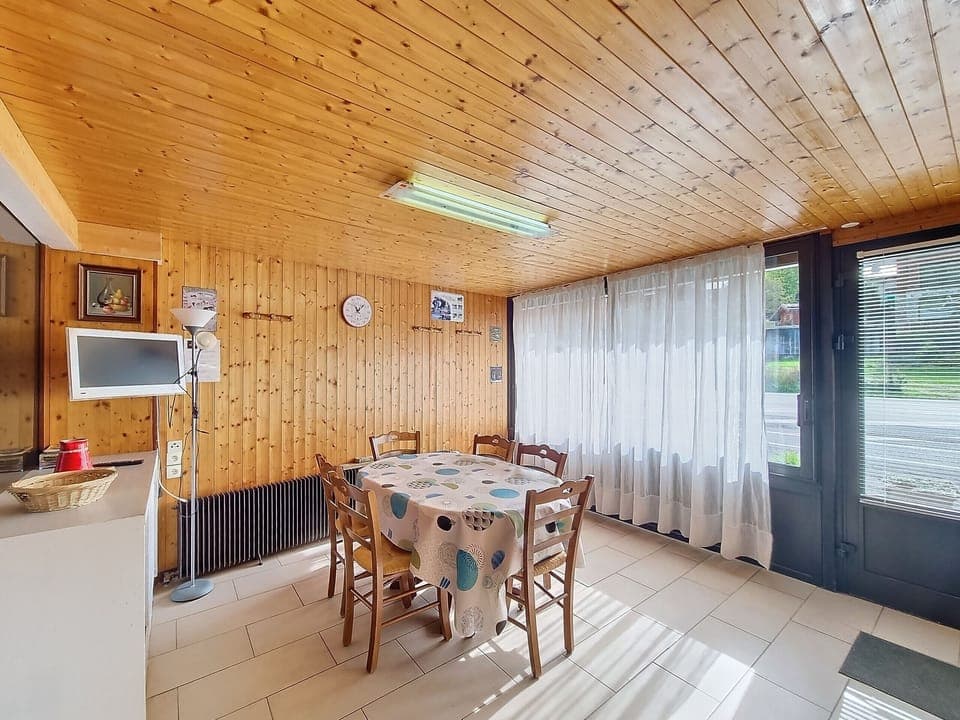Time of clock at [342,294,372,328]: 11:07
